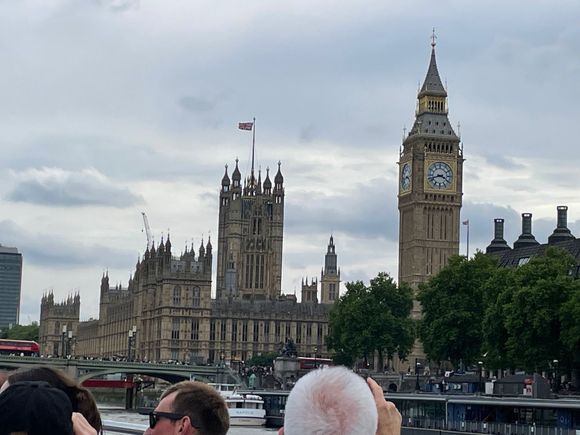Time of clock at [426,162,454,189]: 3:42
